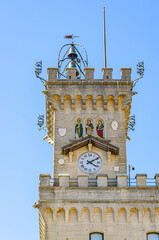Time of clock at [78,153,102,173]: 4:09
